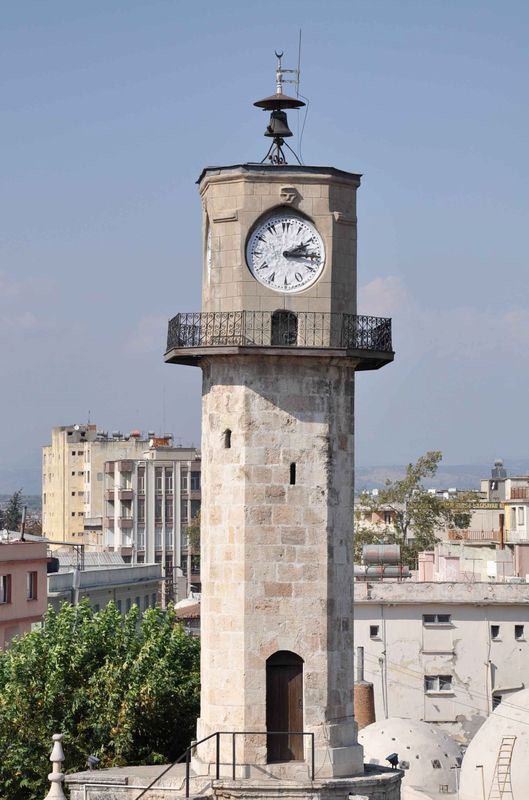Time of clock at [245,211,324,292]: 2:15
